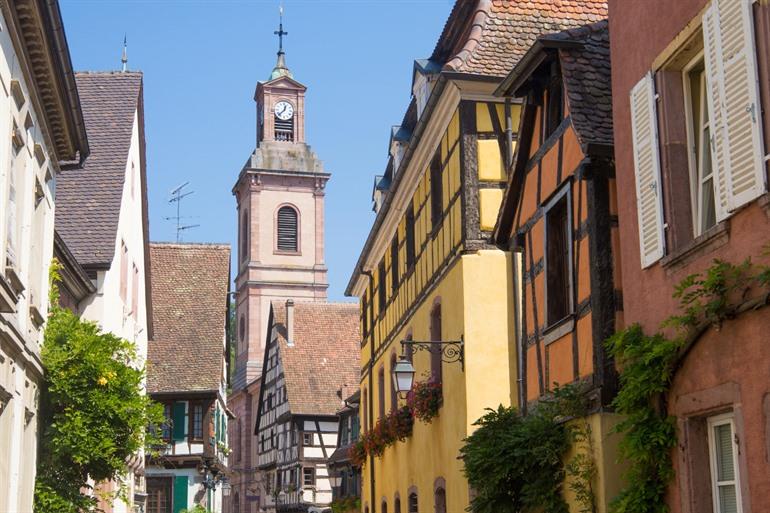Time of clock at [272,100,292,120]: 12:37
